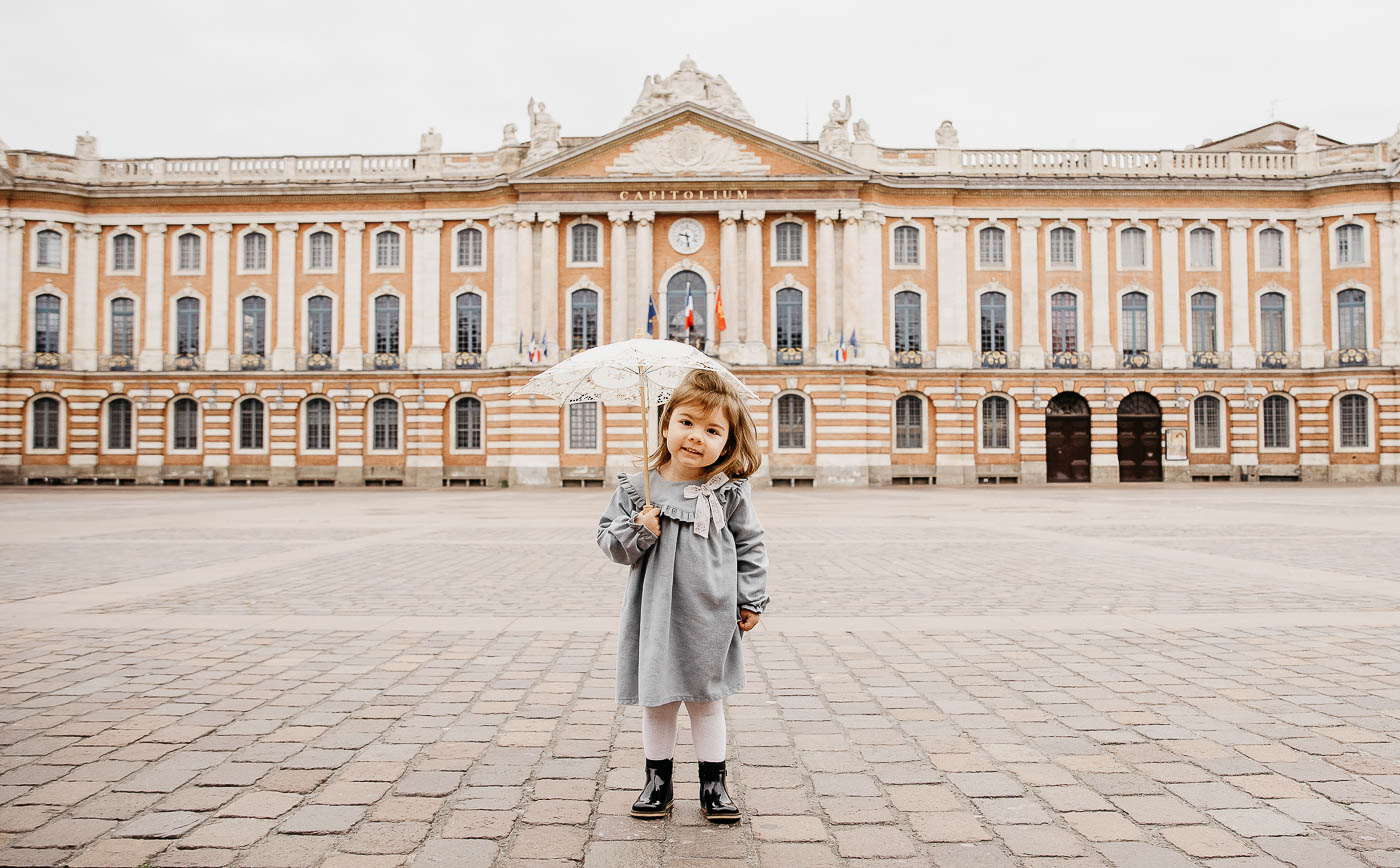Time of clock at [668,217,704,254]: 9:28
